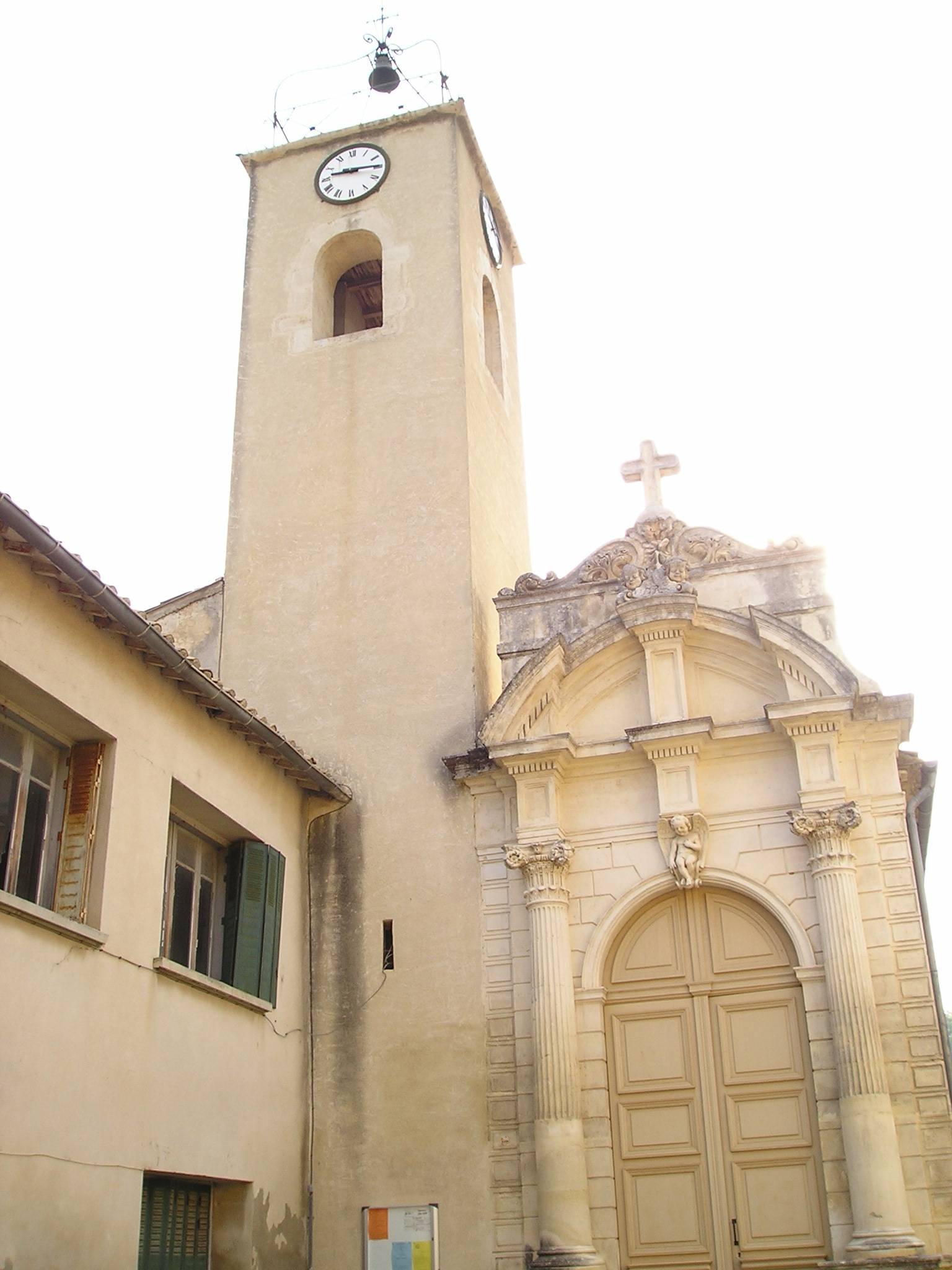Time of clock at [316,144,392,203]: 9:15
